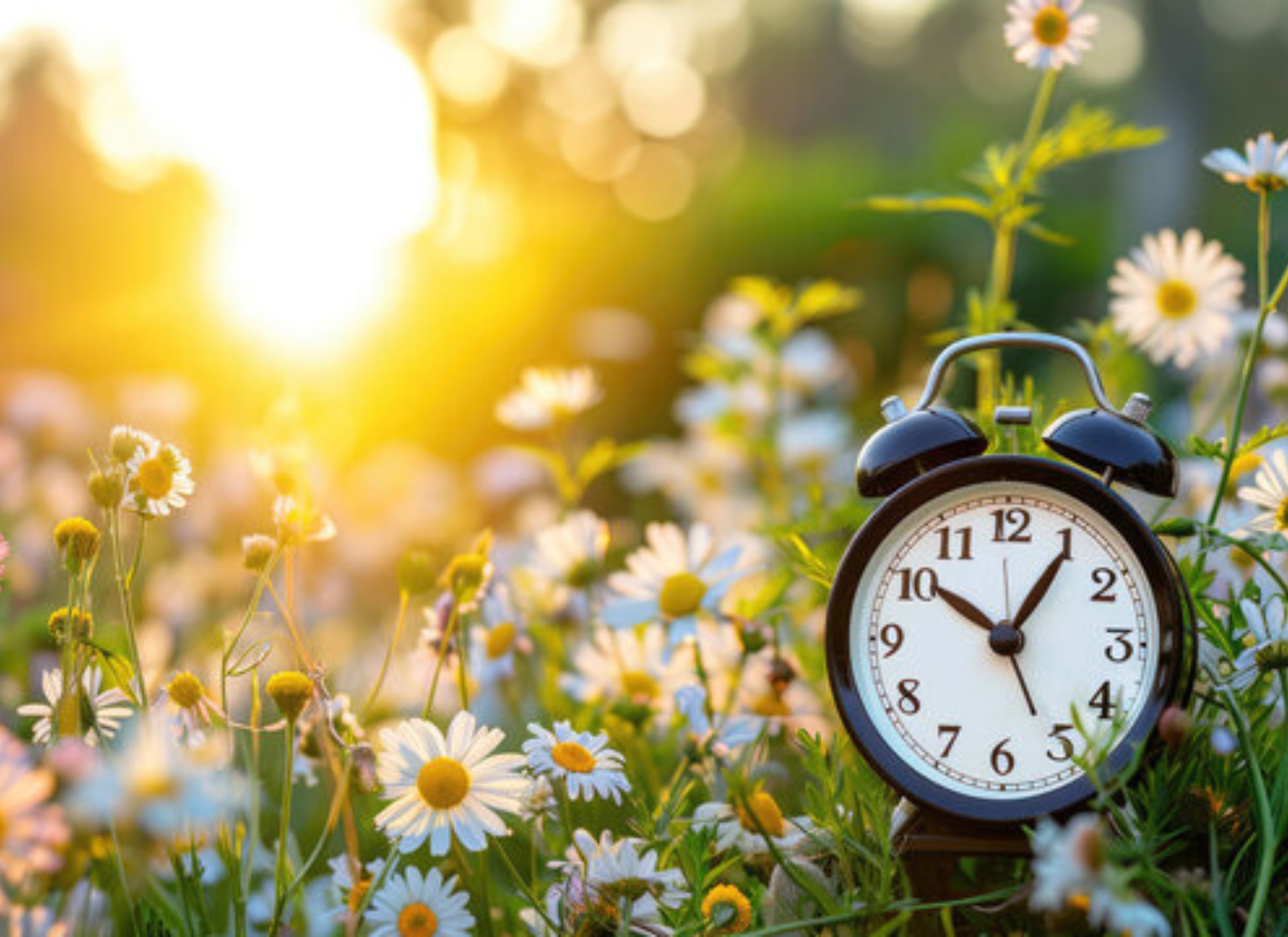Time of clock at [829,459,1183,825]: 10:05
